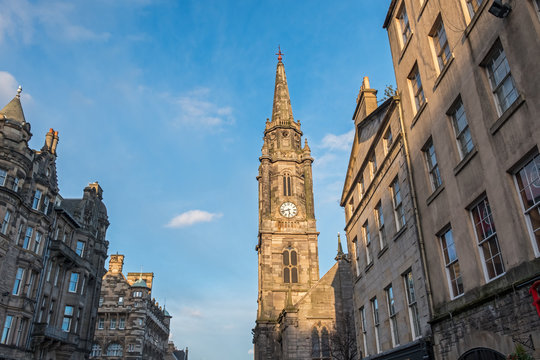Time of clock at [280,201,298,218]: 5:42
